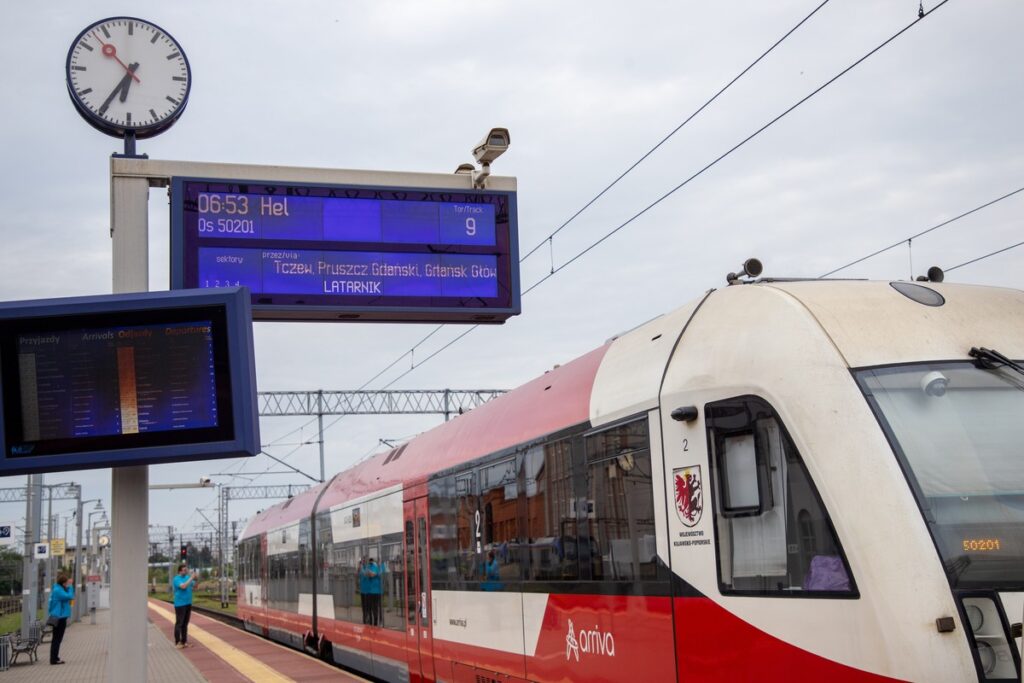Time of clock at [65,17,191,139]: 6:35
